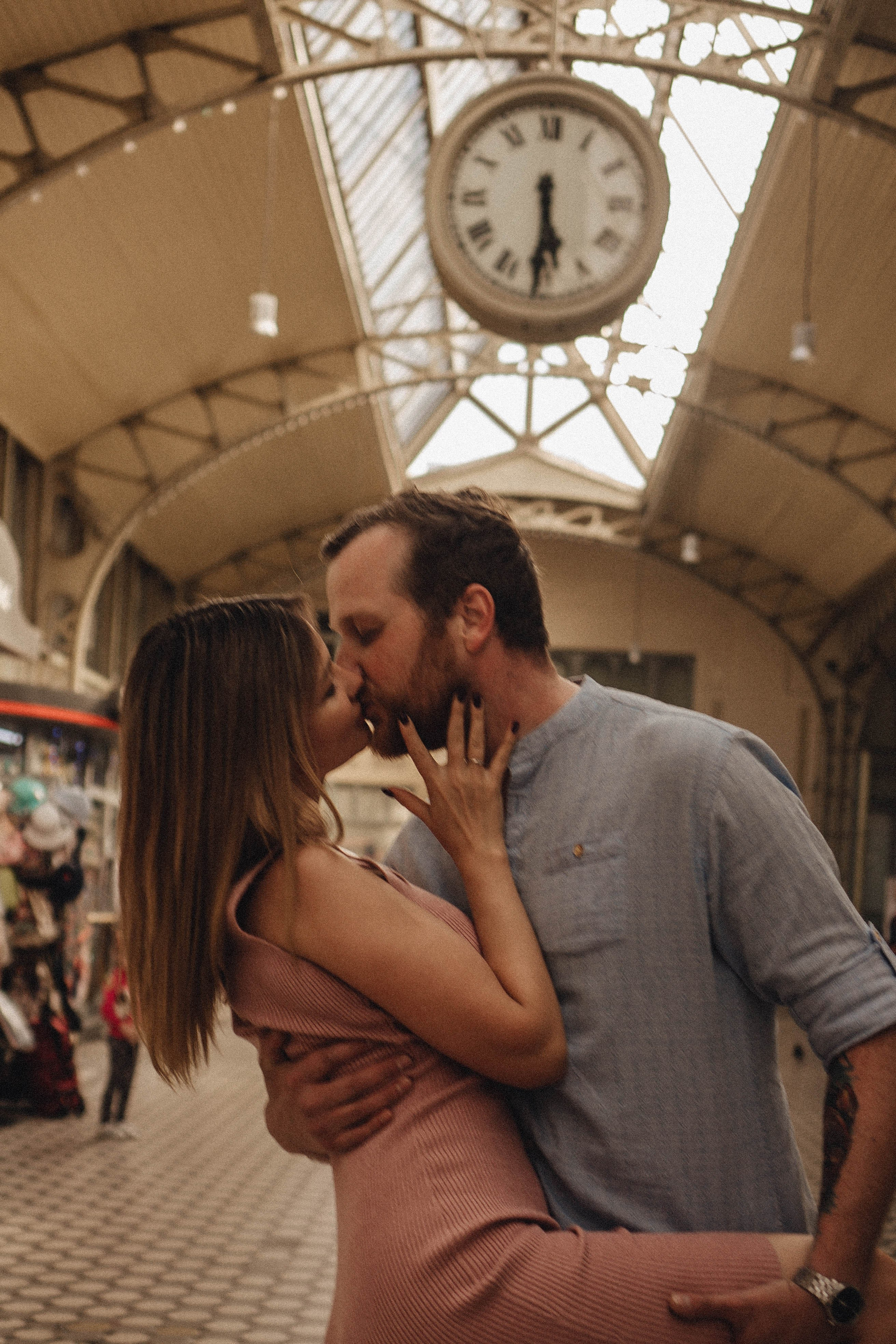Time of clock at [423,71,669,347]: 5:30
